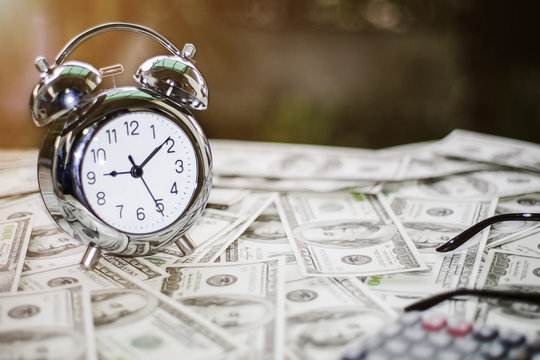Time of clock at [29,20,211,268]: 9:08
